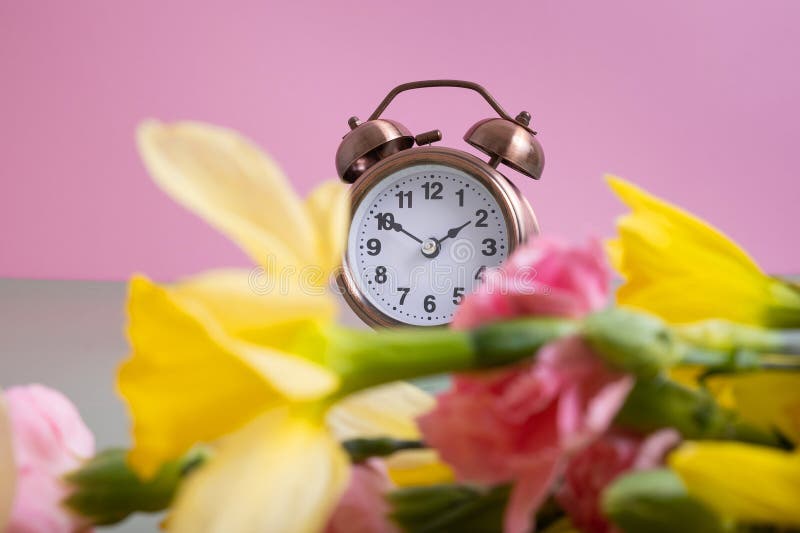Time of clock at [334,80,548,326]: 1:50
